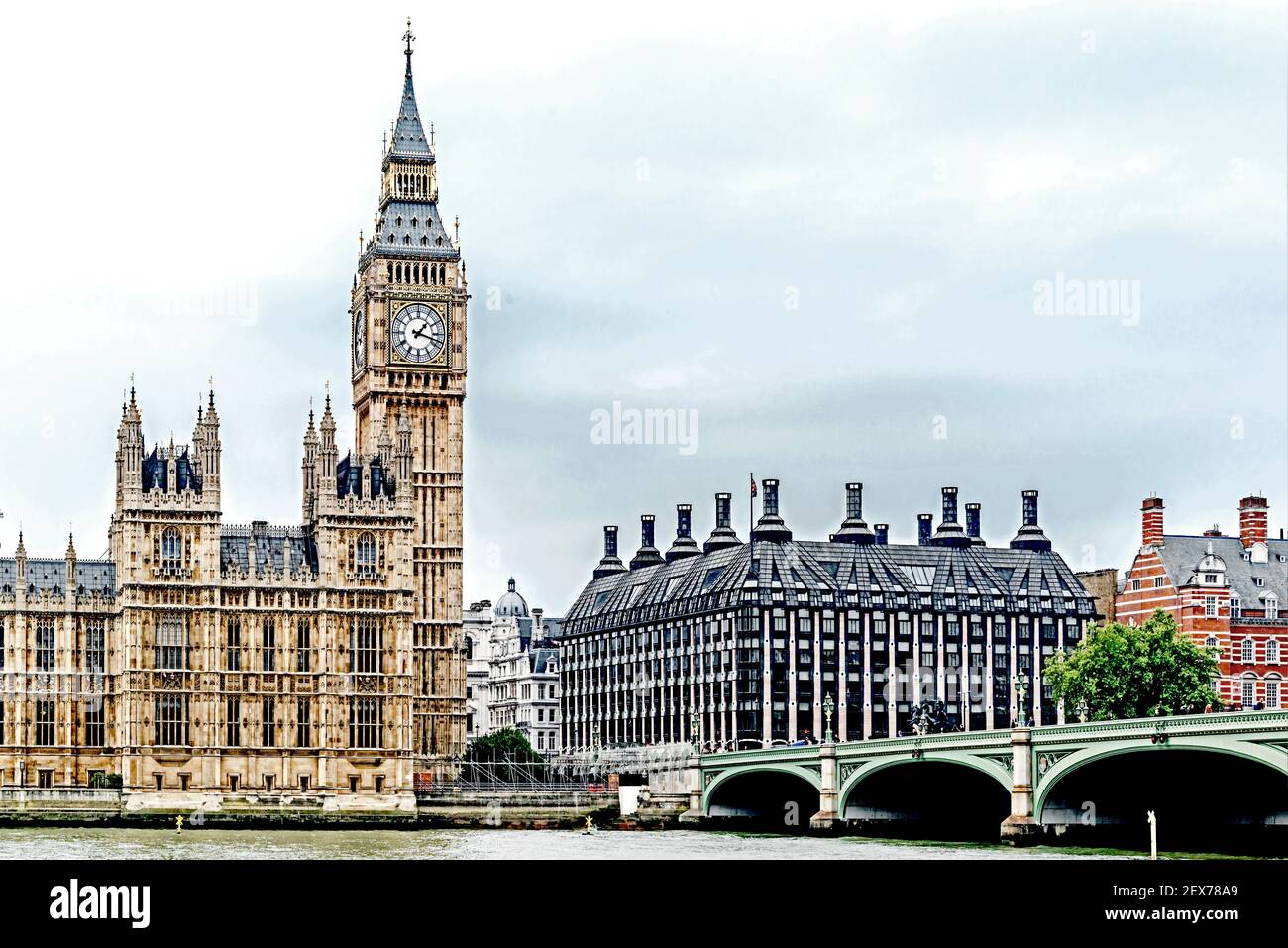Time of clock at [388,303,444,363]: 1:18
